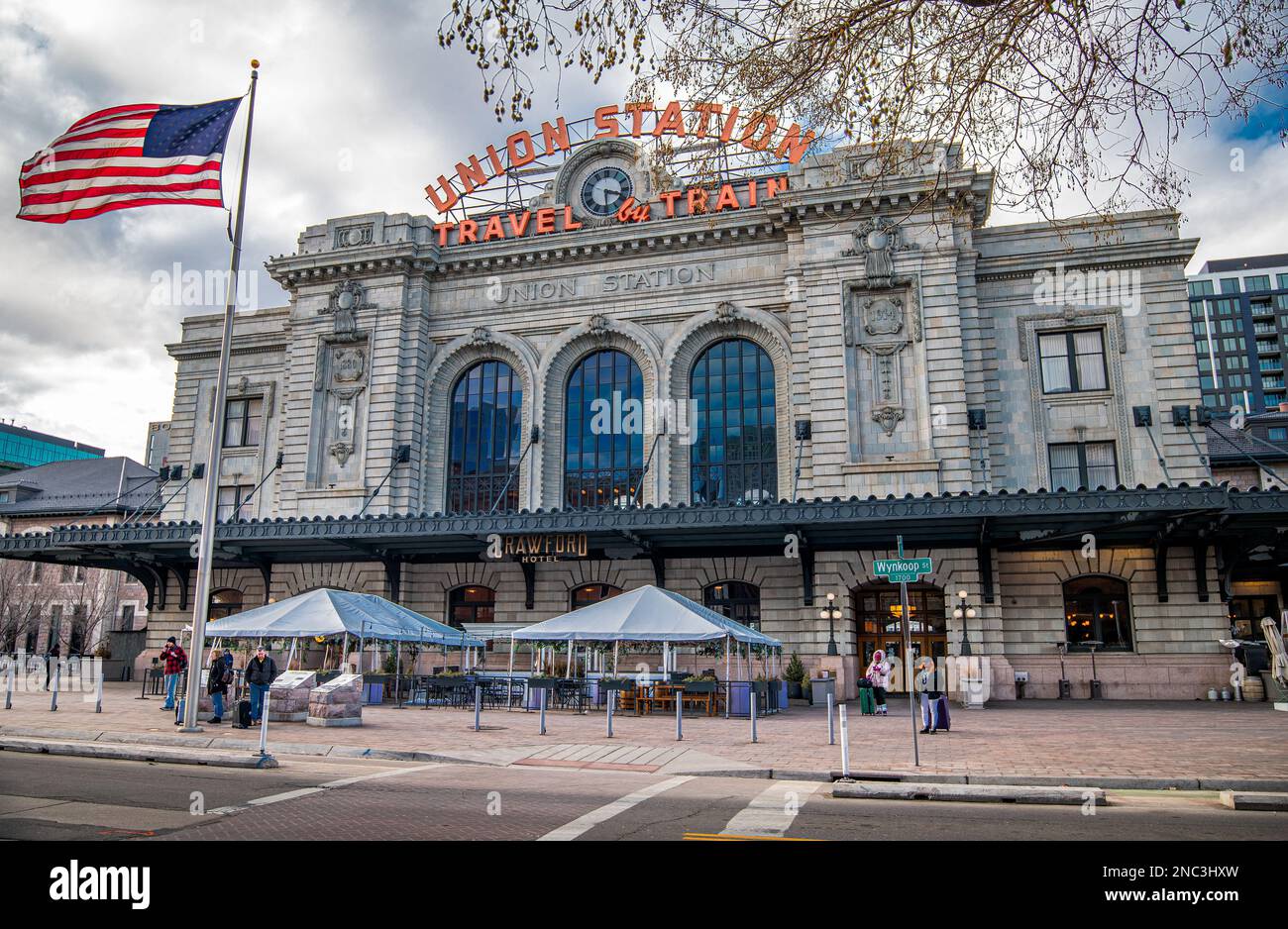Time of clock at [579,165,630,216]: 3:29
